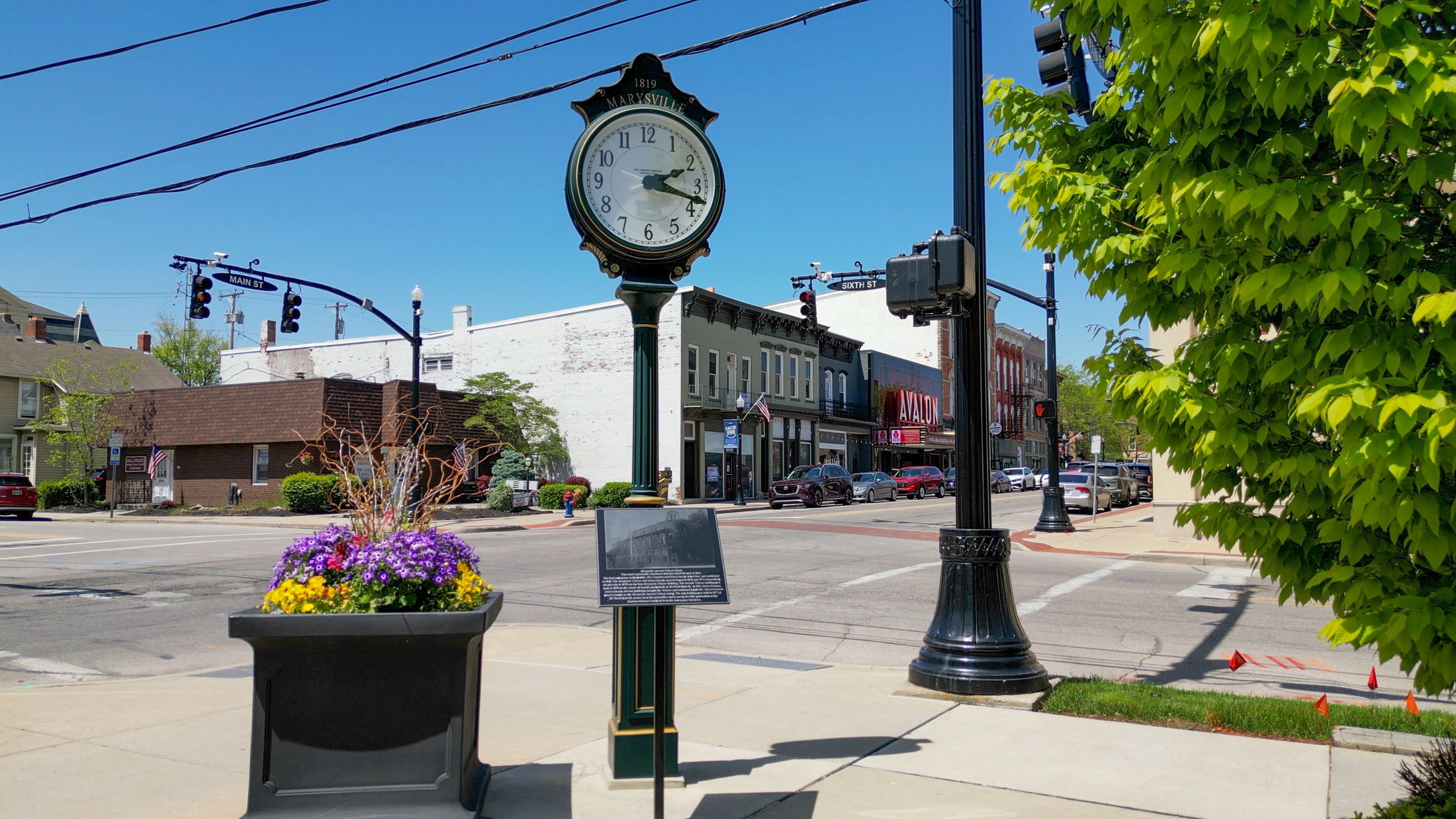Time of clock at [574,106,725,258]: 2:18
